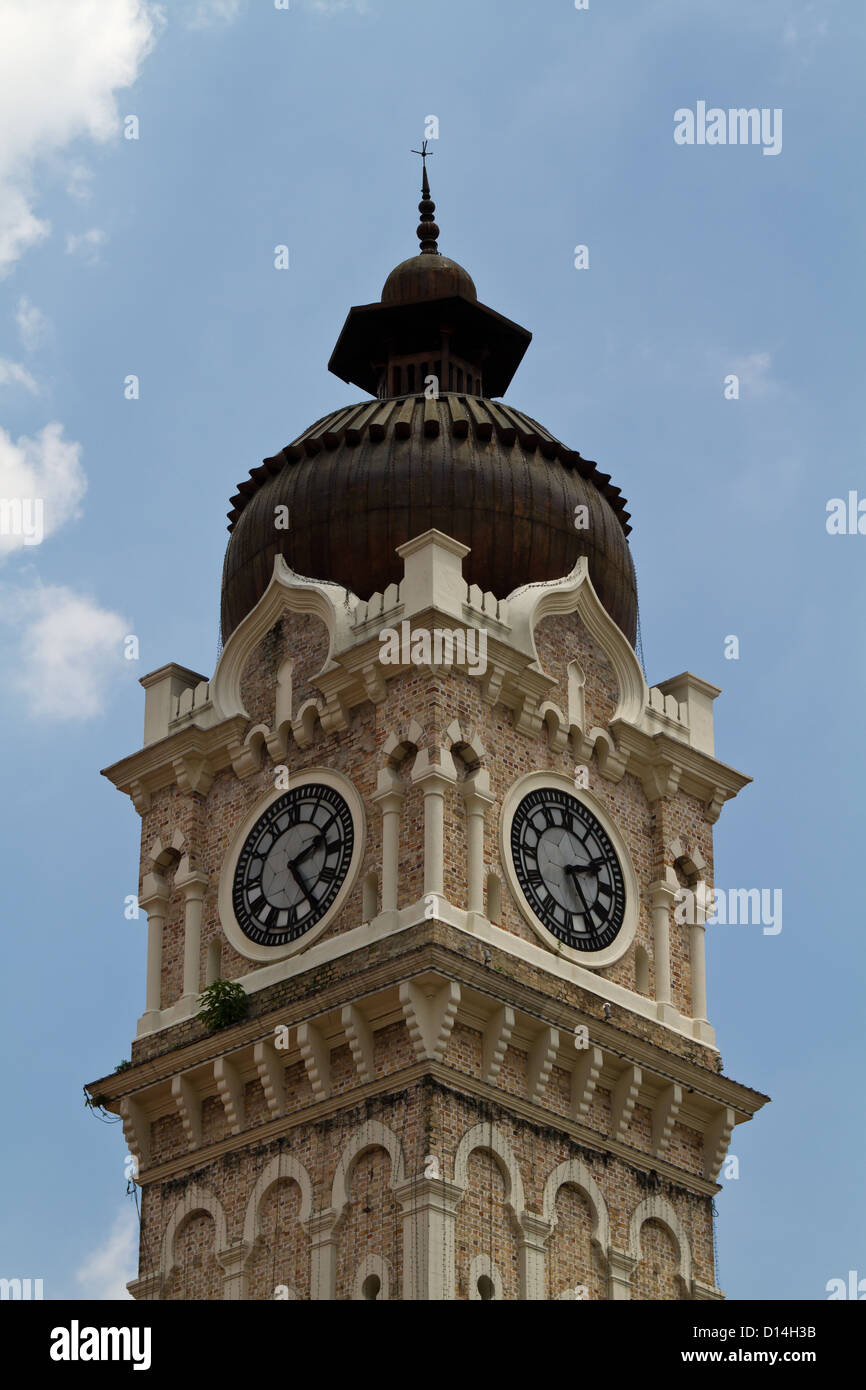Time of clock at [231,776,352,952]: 2:24
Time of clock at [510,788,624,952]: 2:25
